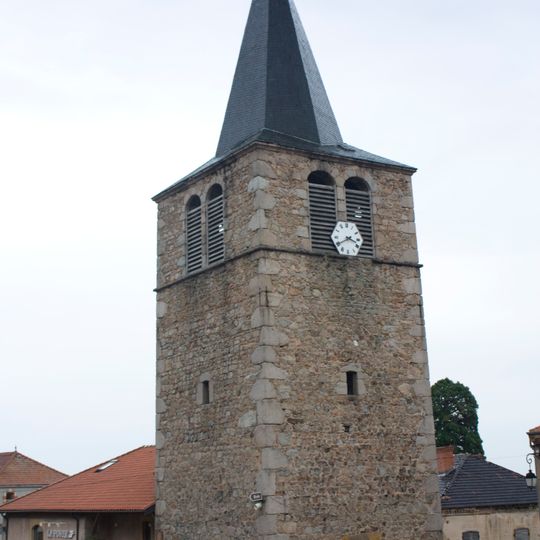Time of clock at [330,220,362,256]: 3:40
